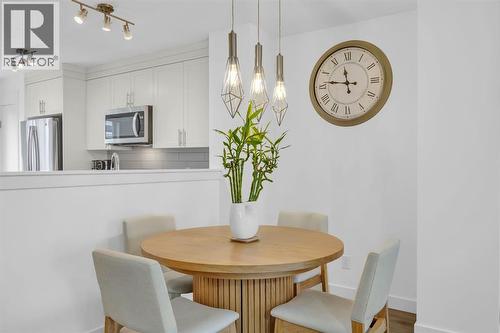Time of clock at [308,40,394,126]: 11:46
